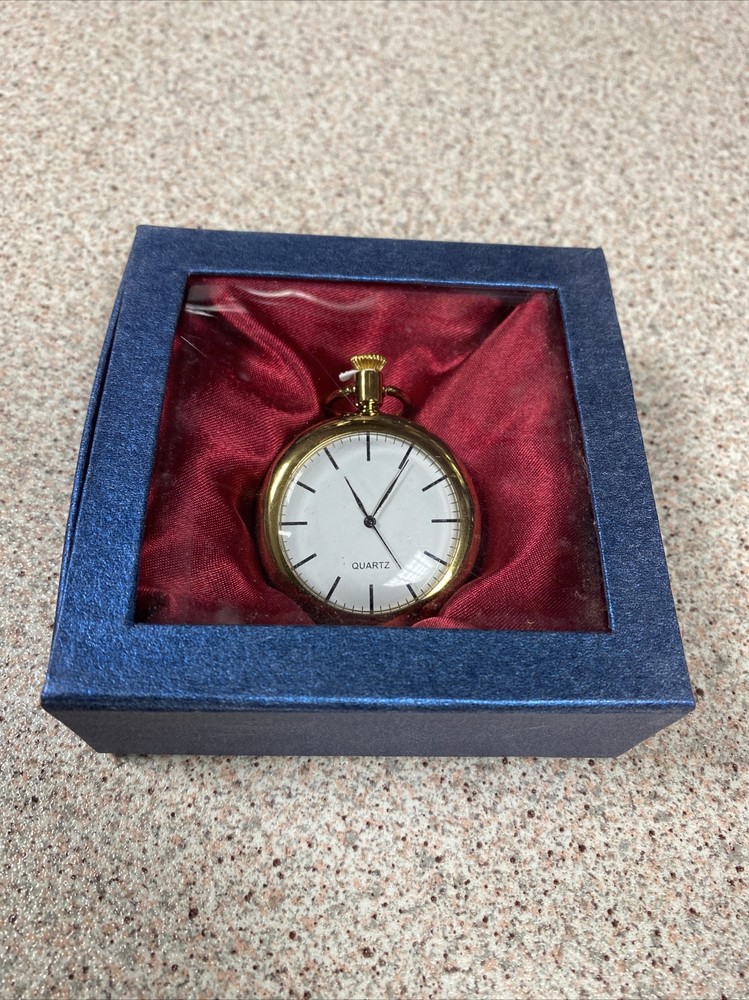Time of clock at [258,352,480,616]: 11:05
